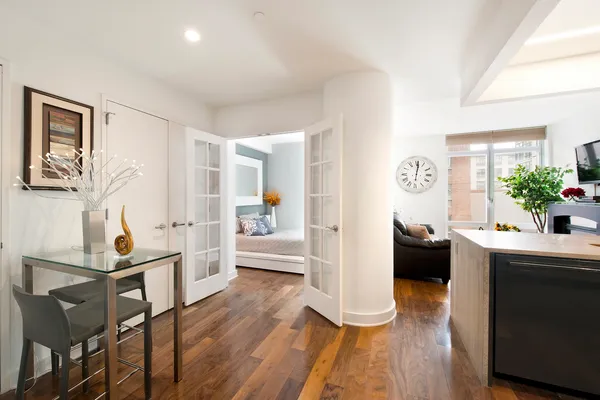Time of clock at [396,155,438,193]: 6:01
